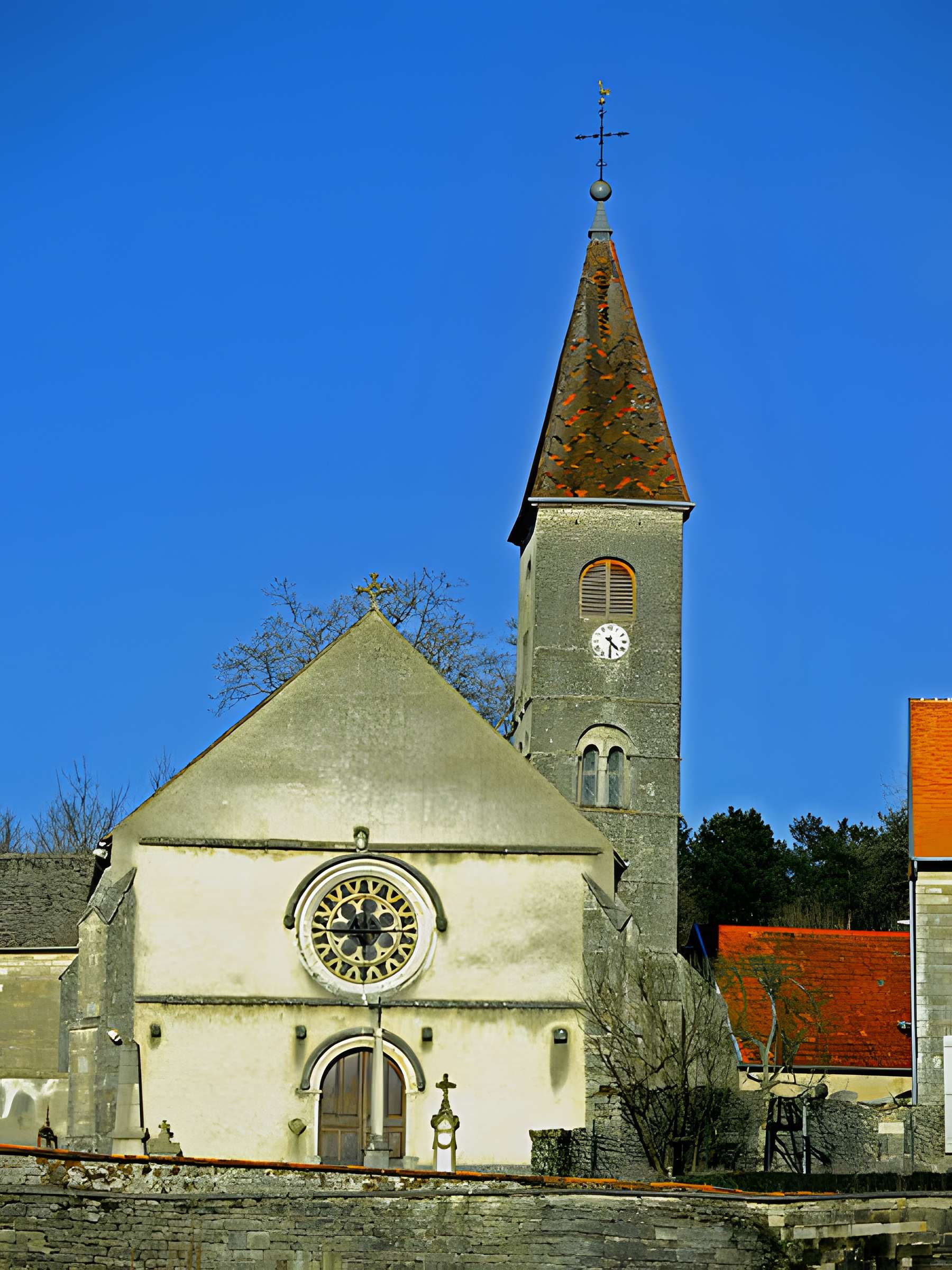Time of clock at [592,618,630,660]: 4:30
